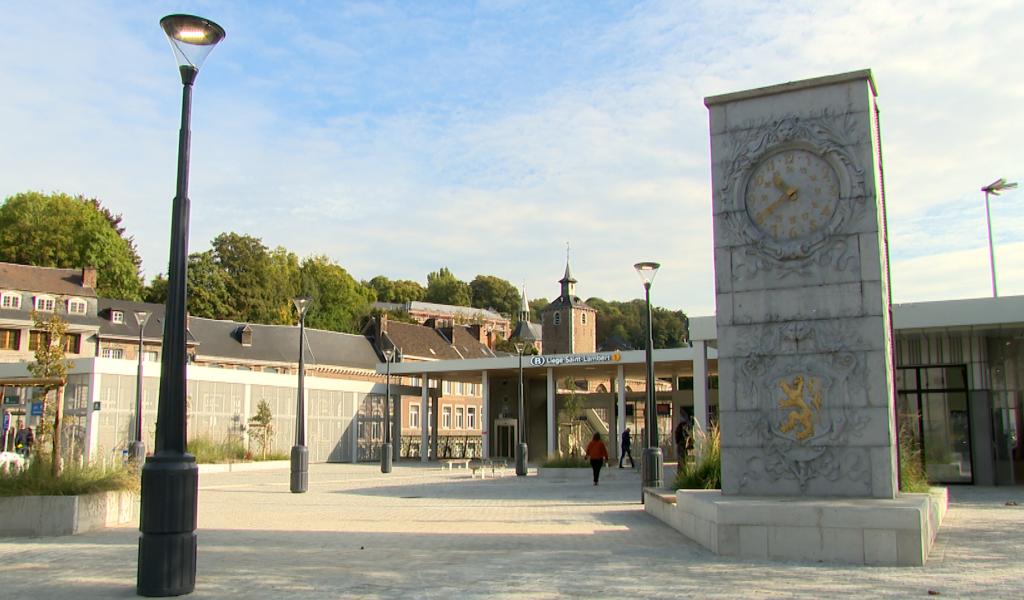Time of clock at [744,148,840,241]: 10:40
